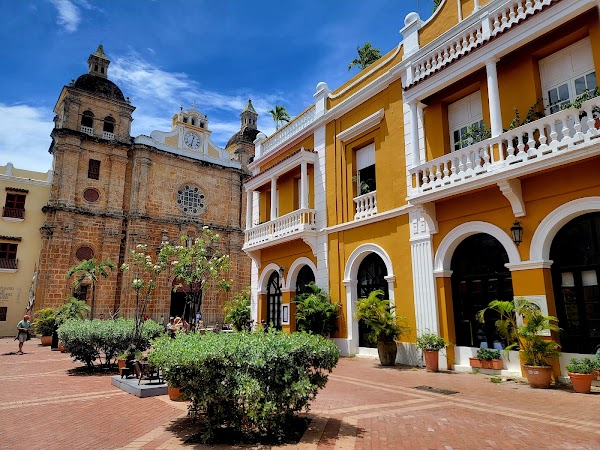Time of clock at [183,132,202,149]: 12:32
